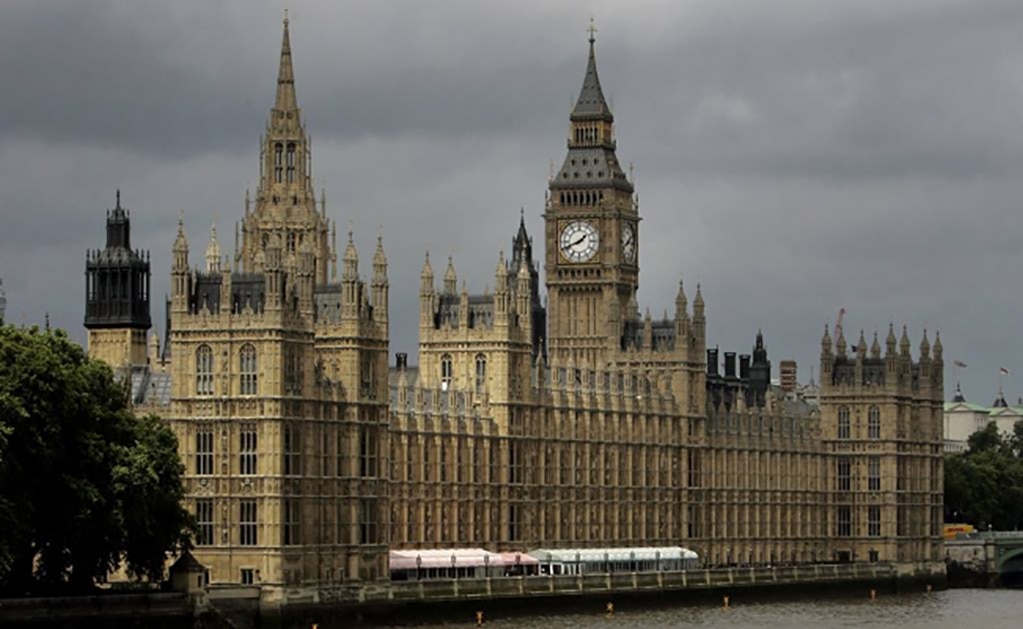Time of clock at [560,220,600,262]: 1:41
